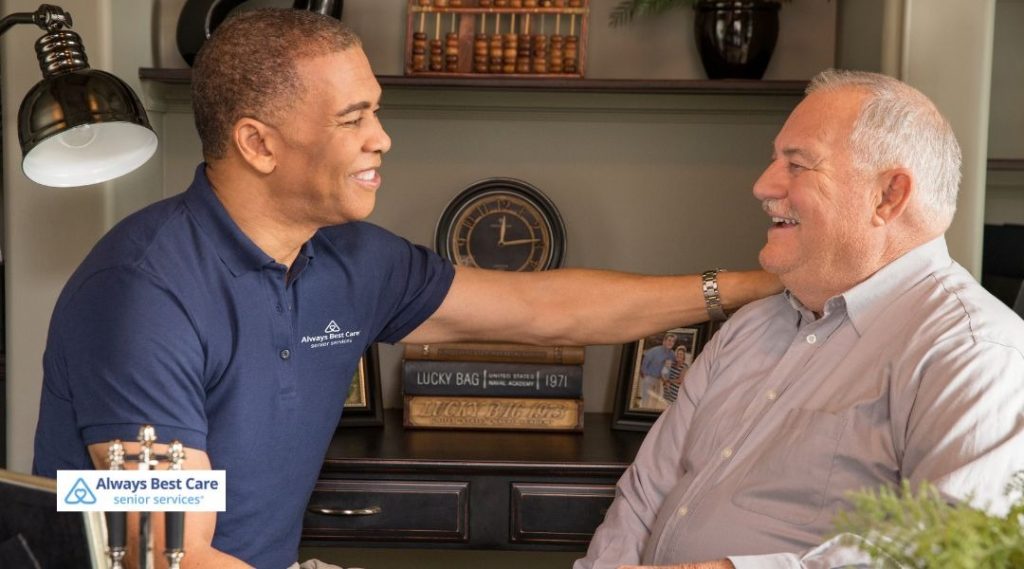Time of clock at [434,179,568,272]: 12:14
